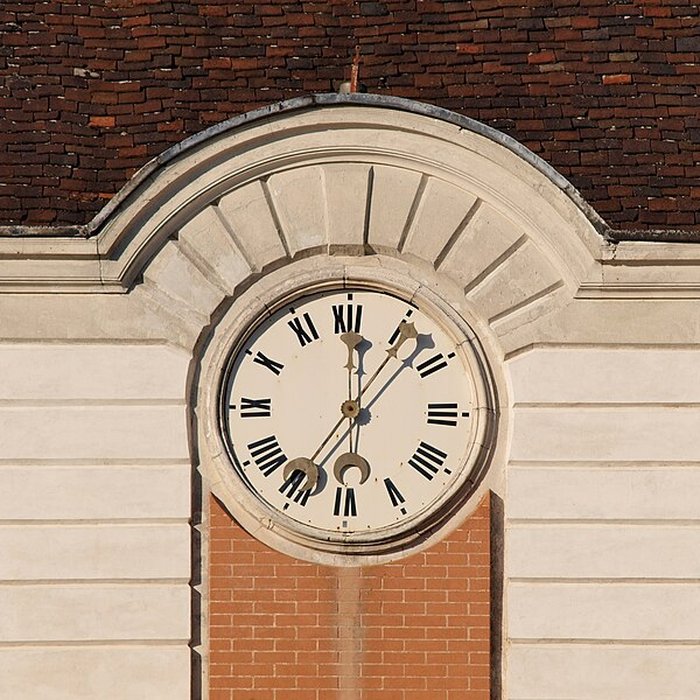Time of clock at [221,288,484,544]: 12:07
